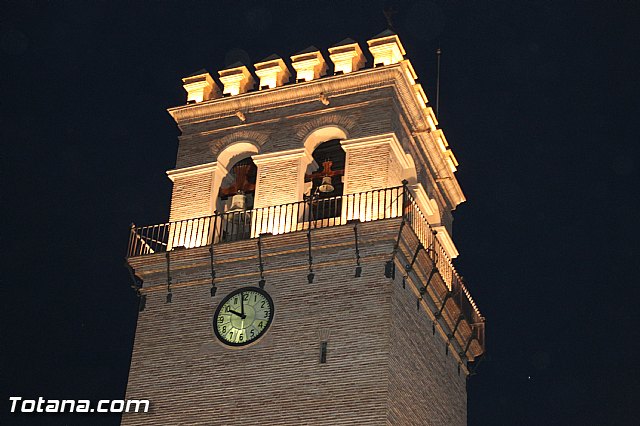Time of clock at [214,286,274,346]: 9:58
